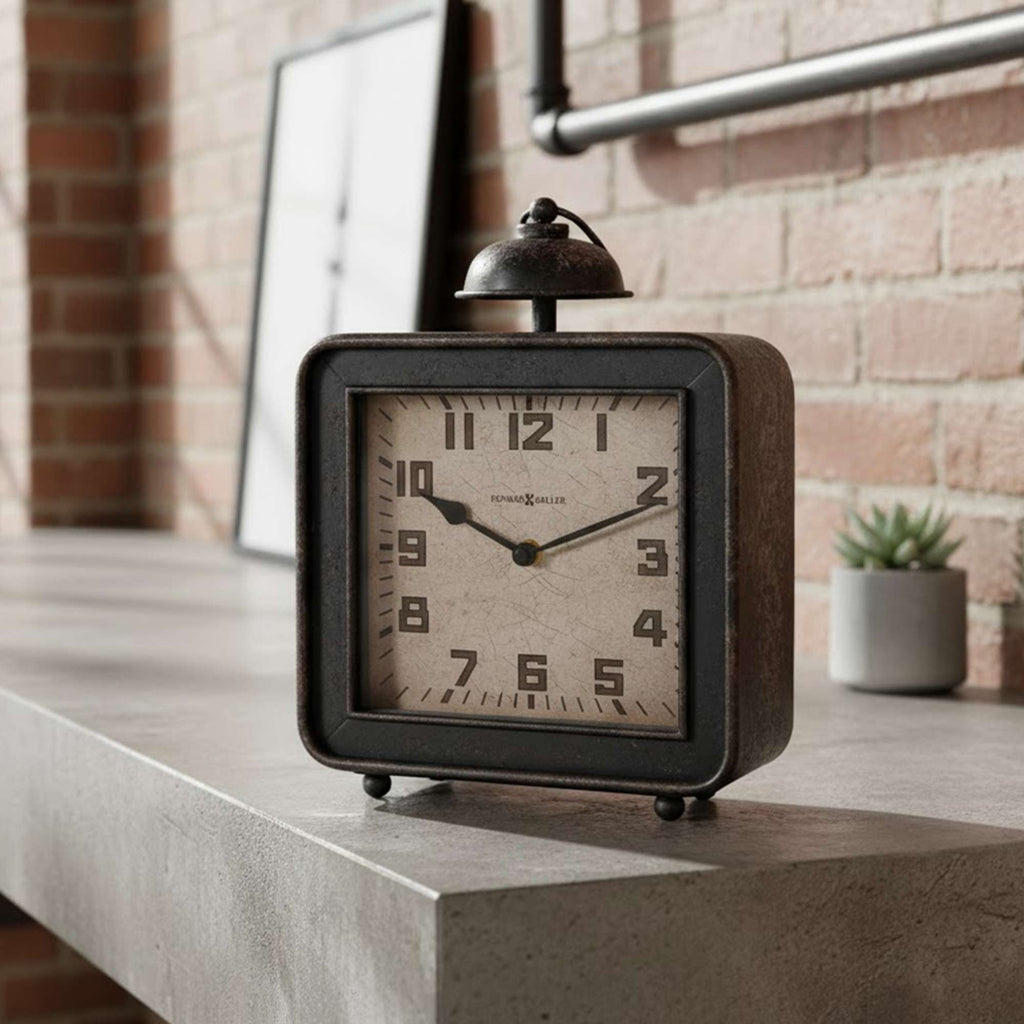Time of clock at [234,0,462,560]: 10:11
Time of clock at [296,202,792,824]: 10:11
